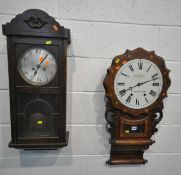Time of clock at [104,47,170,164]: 8:12
